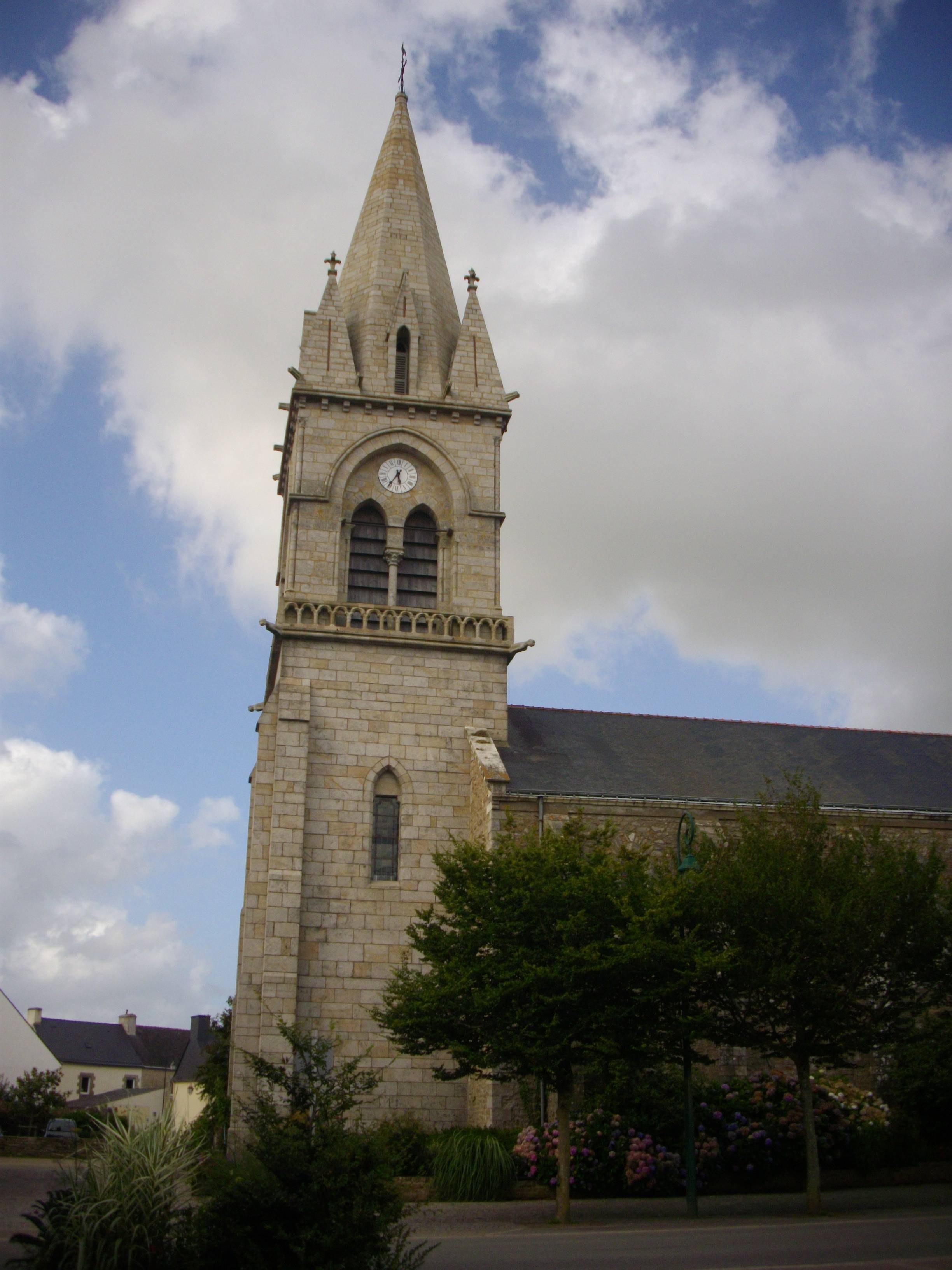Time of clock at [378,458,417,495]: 5:35
